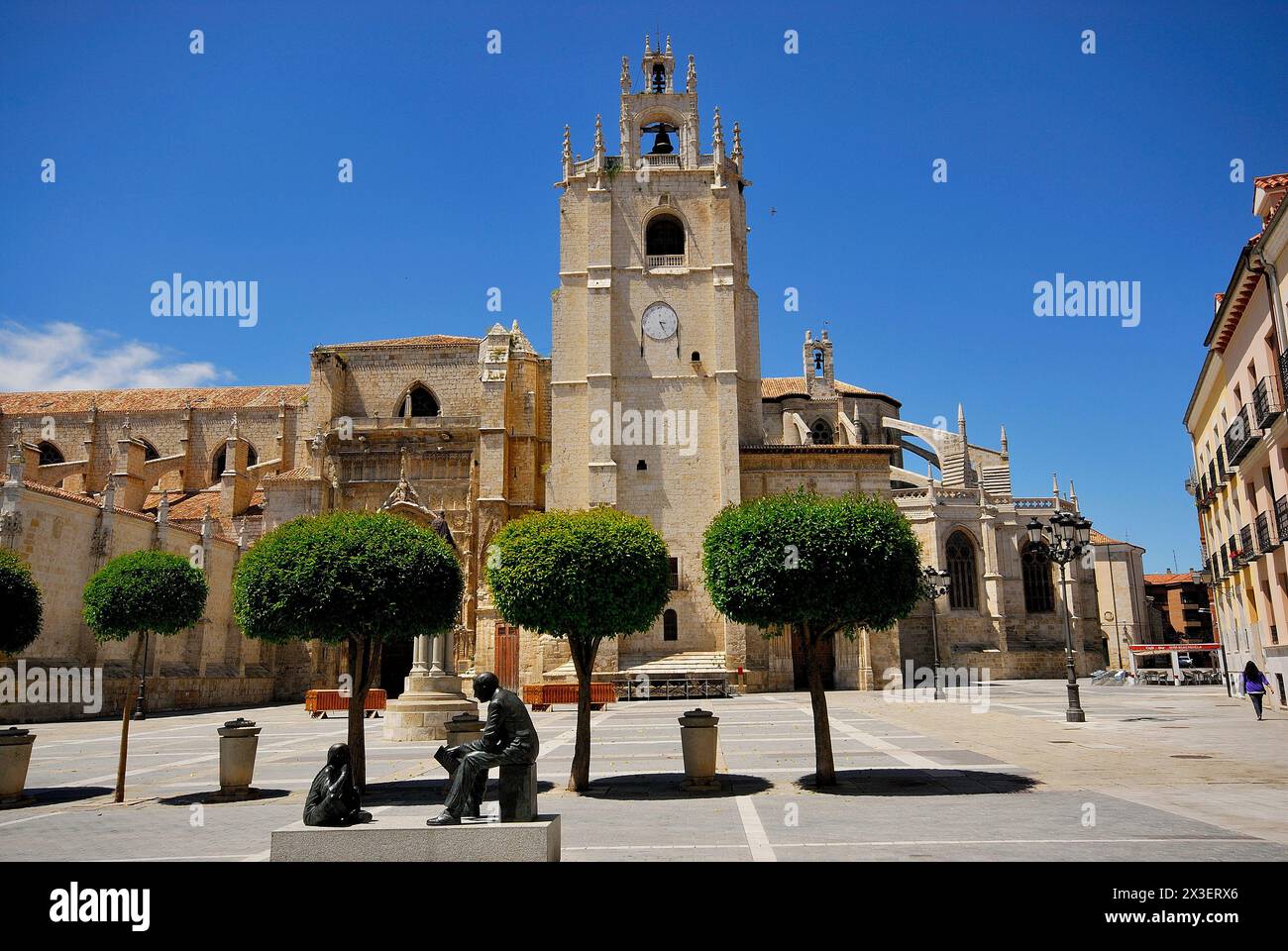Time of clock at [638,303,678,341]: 3:25
